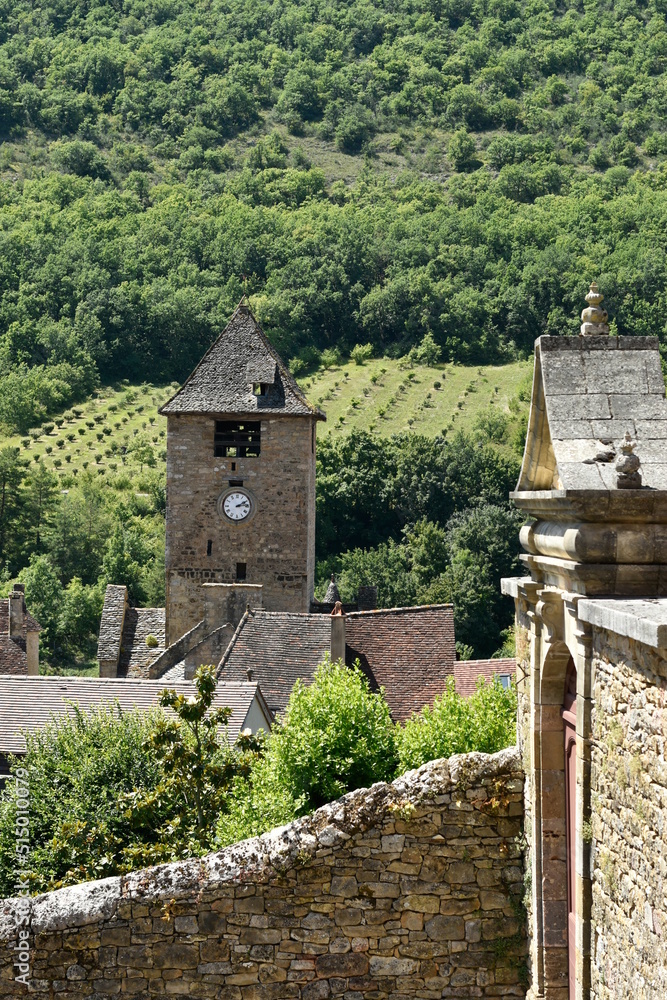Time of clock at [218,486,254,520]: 2:13
